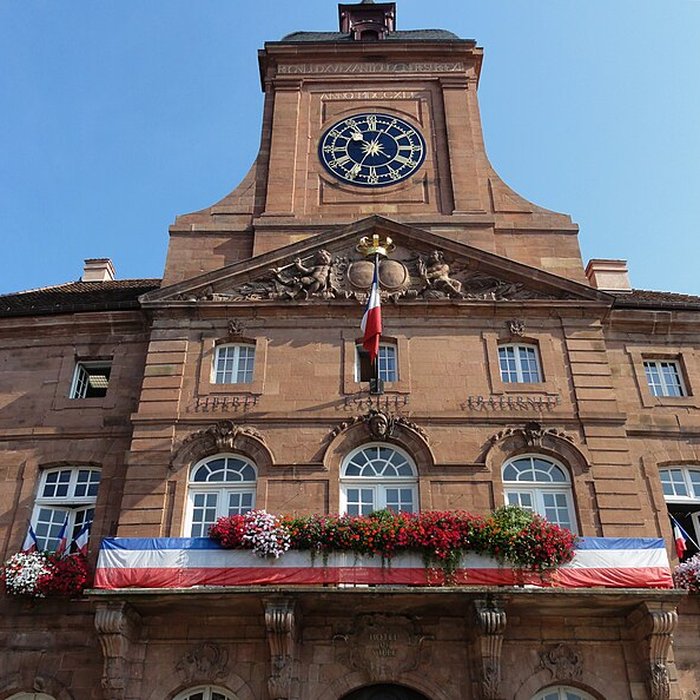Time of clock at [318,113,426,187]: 10:34
